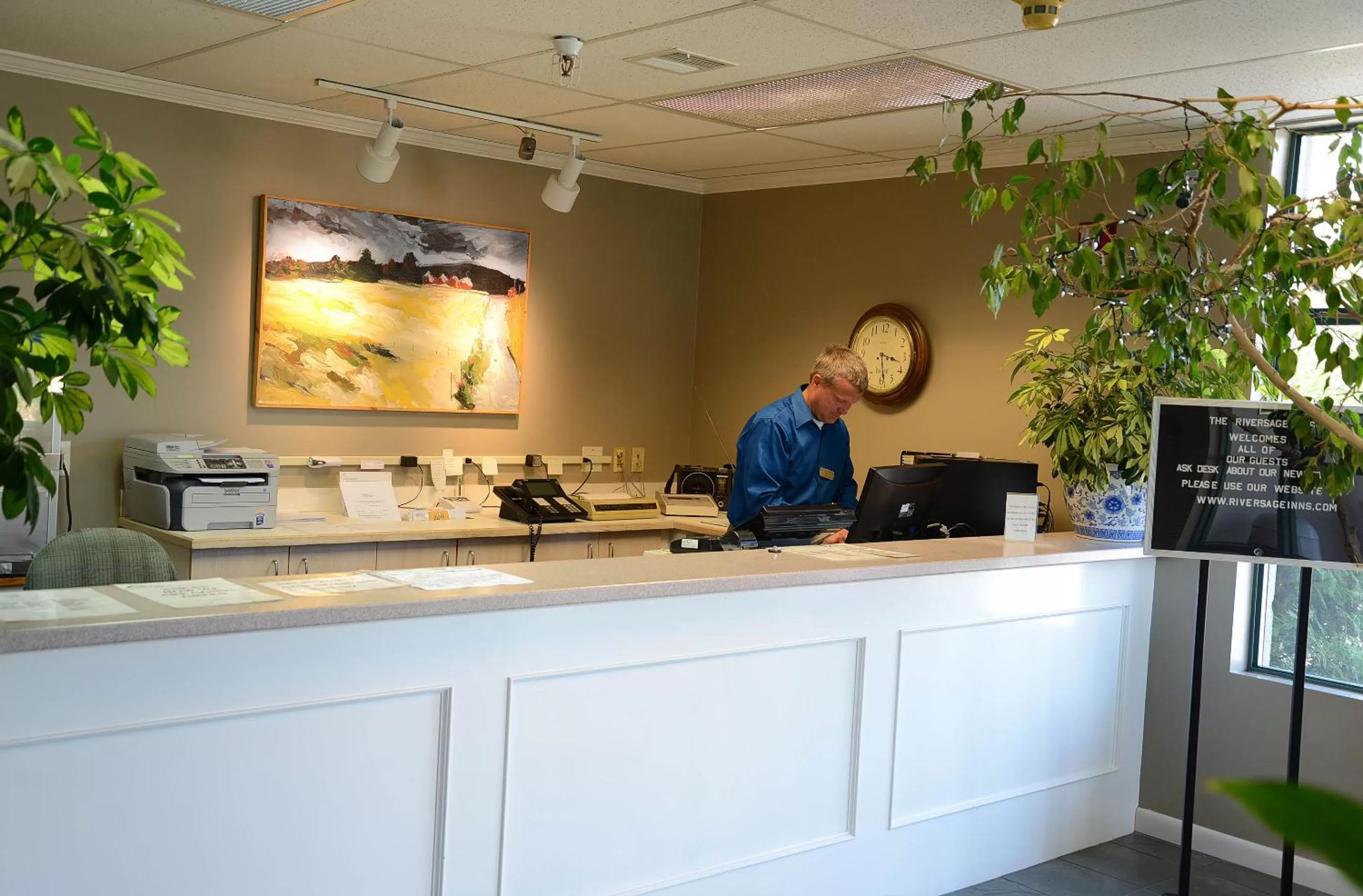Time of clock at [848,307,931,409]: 3:28
